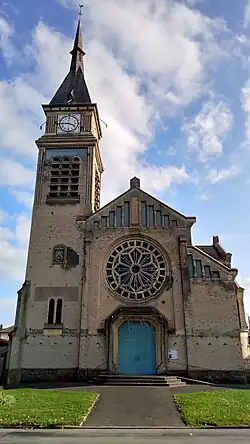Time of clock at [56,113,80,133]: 3:45
